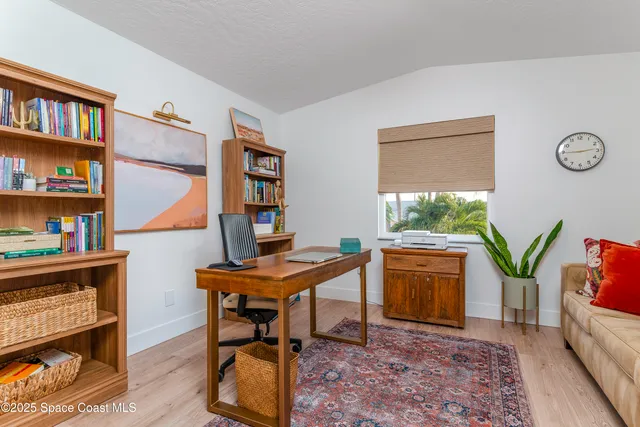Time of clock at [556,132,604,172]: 2:45
